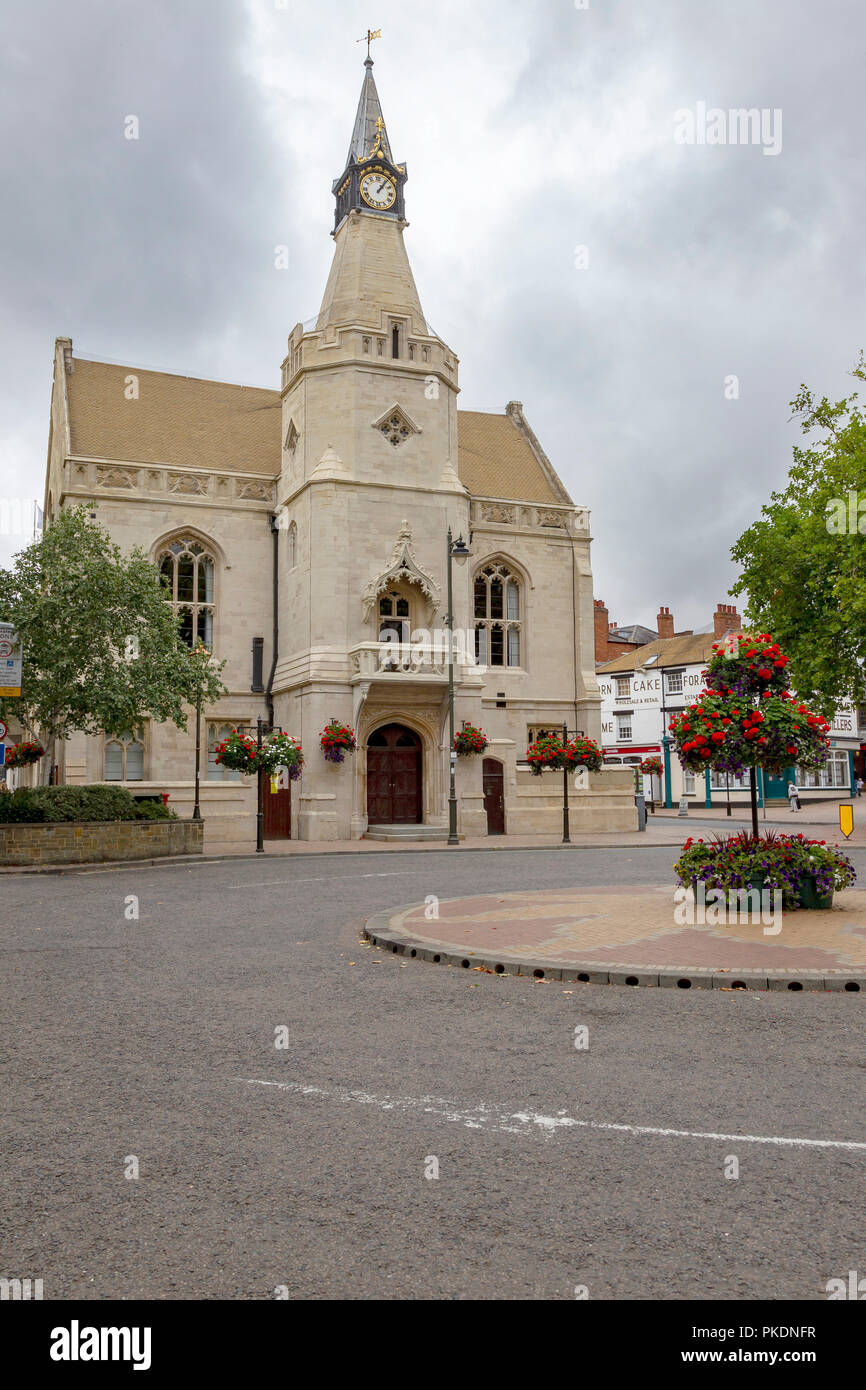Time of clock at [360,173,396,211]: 1:06
